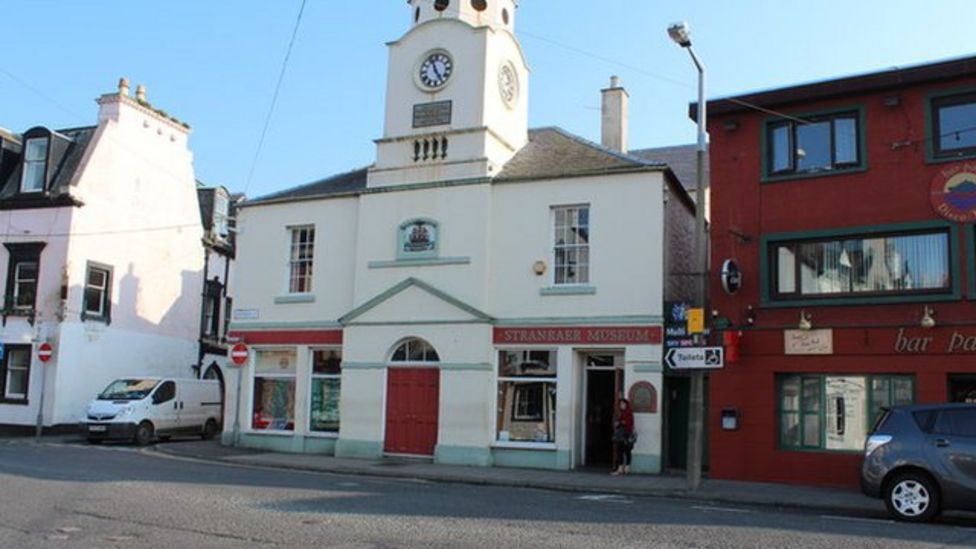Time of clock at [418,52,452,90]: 4:56
